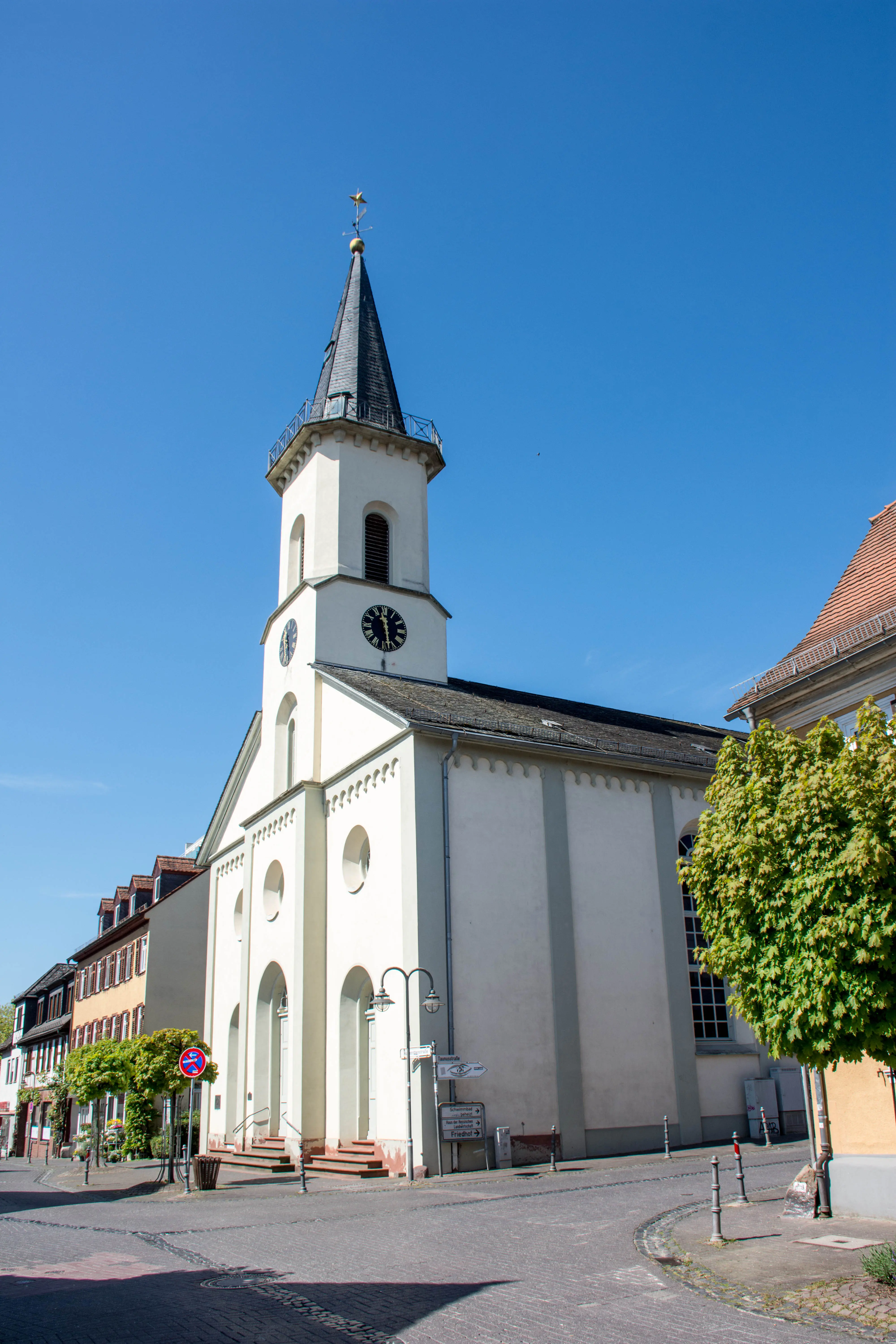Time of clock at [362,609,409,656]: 11:28
